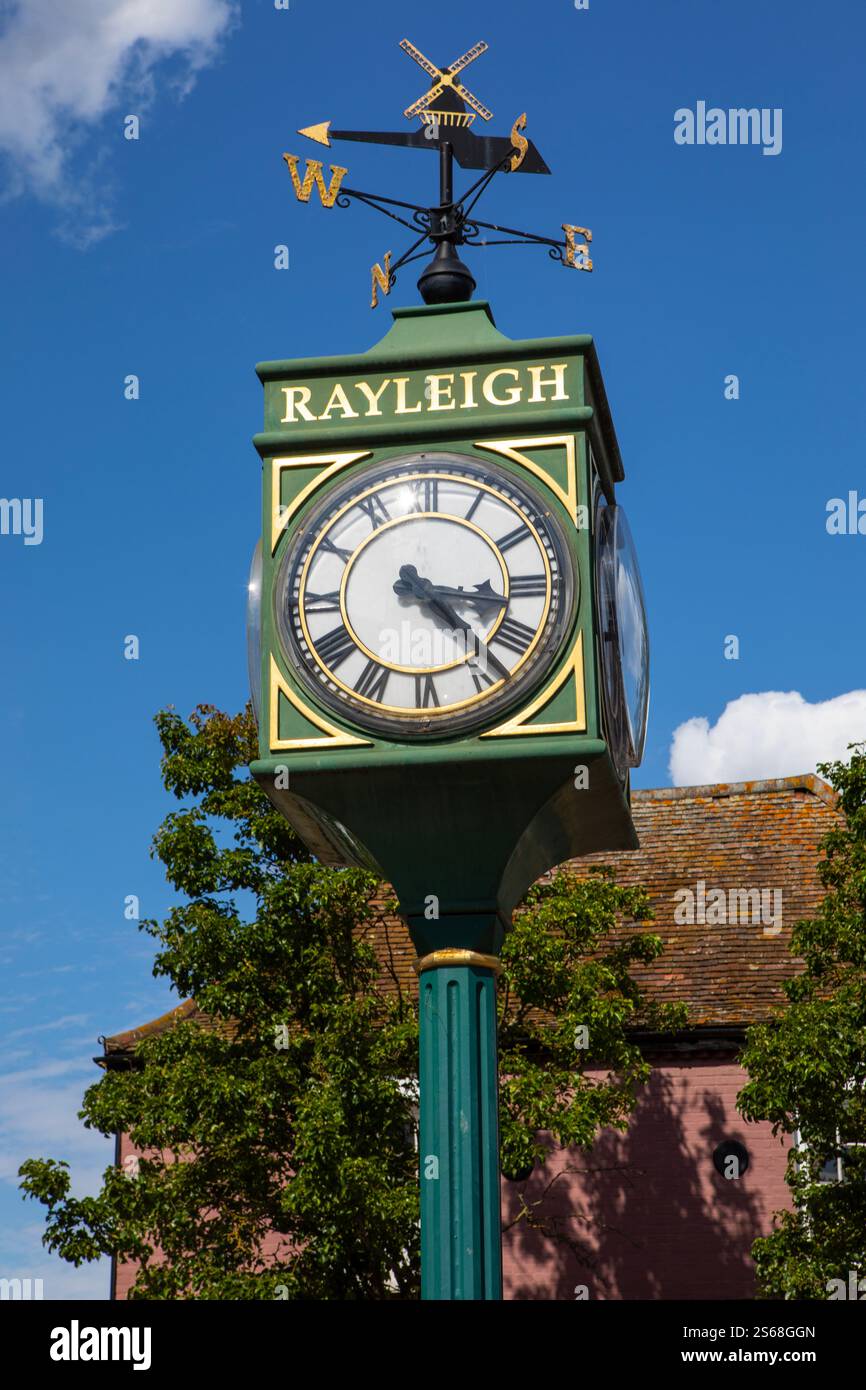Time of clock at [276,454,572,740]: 3:22
